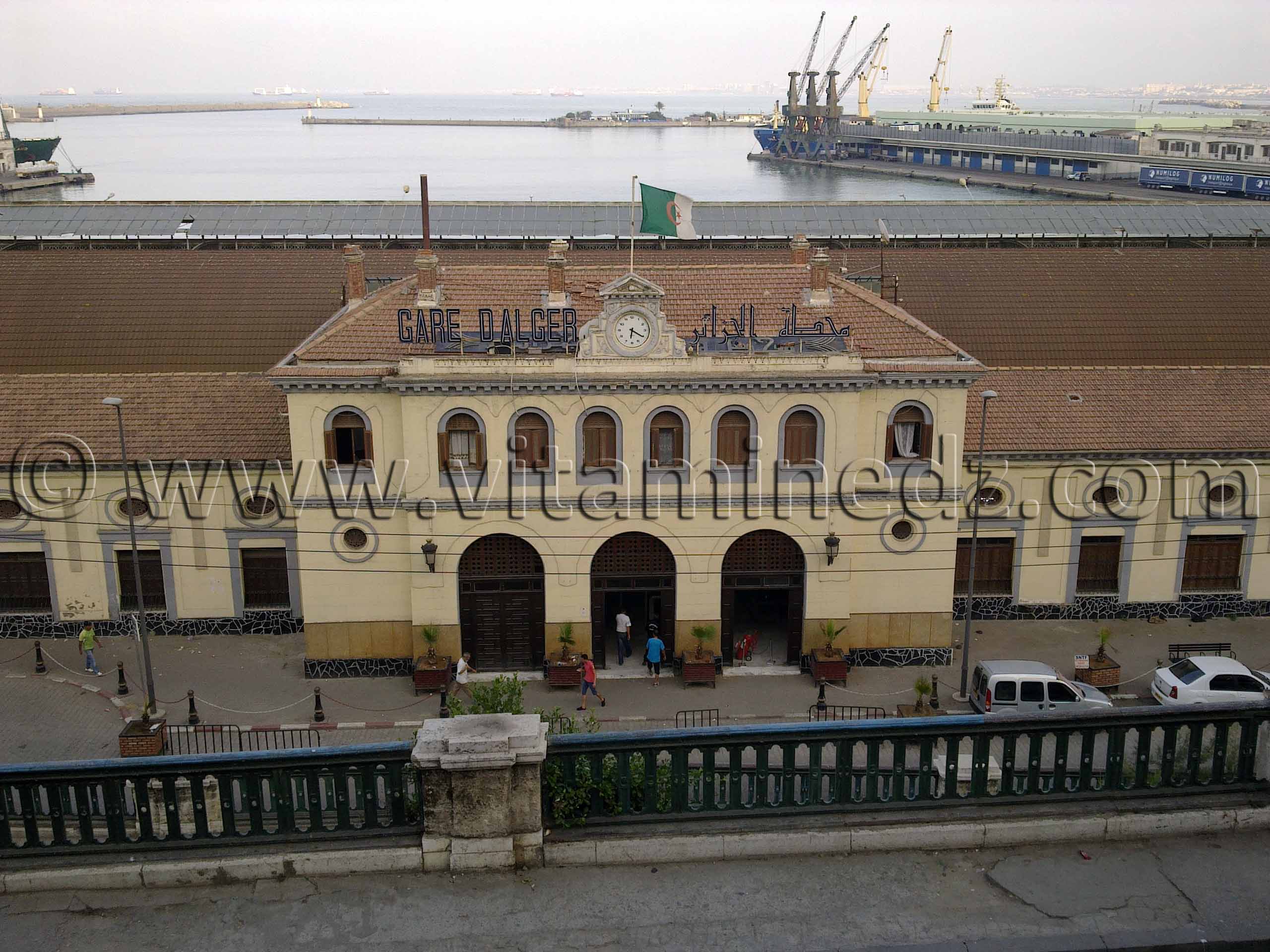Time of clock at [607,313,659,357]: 6:20
